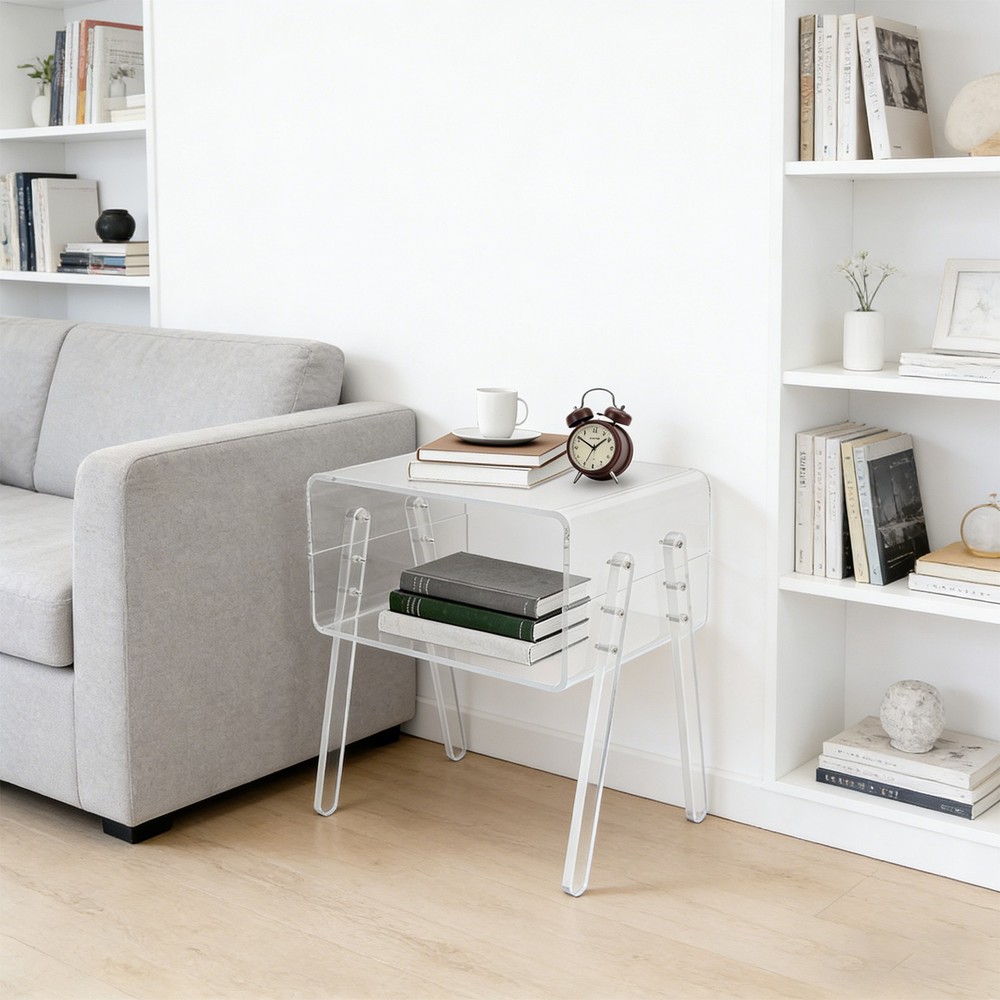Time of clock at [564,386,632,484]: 1:50
